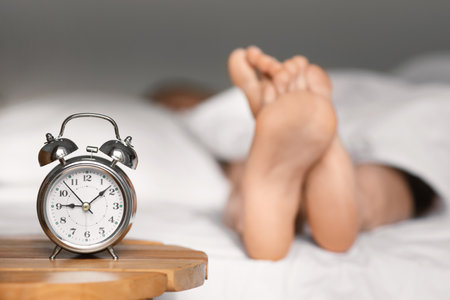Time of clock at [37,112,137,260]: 9:08
